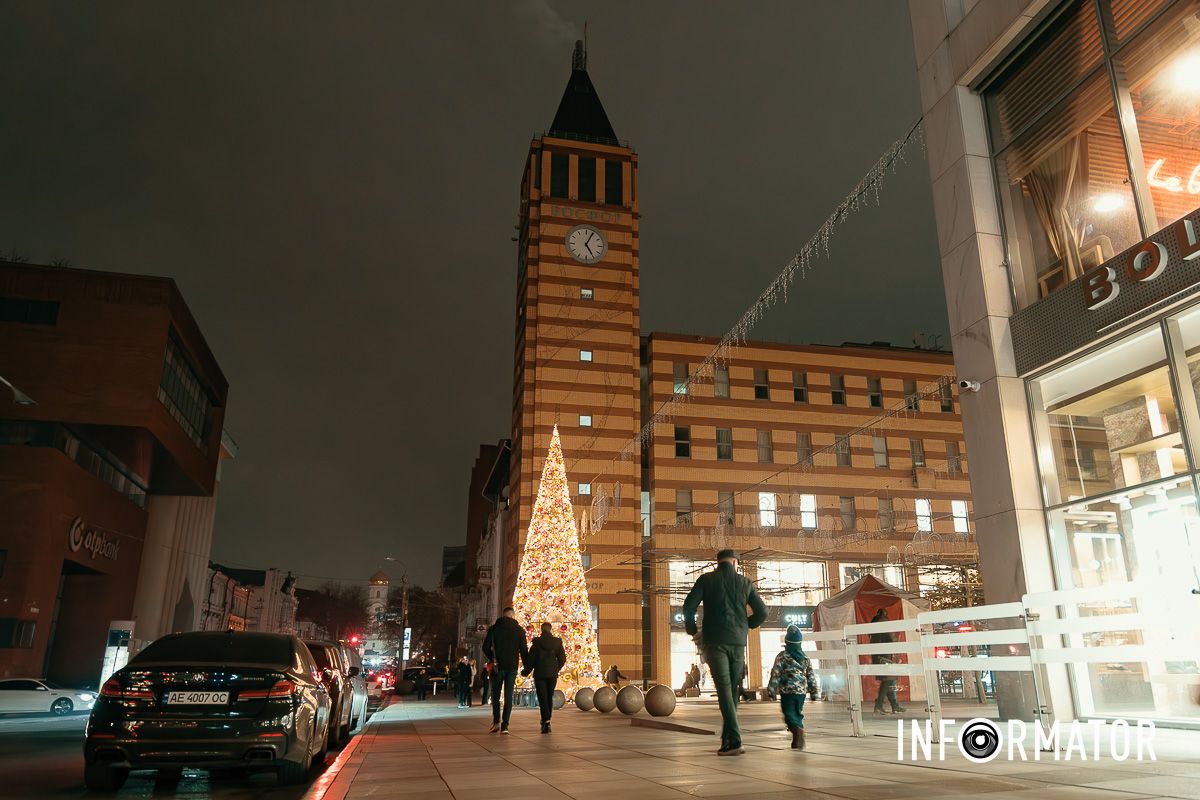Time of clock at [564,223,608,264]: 5:04
